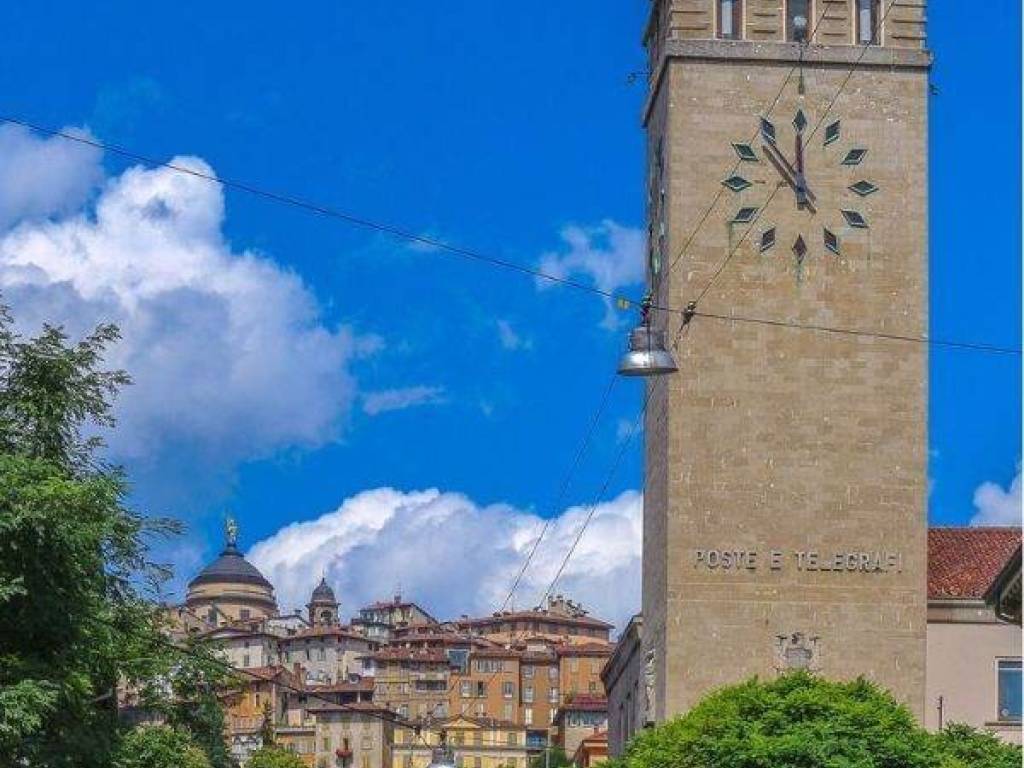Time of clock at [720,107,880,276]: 11:53
